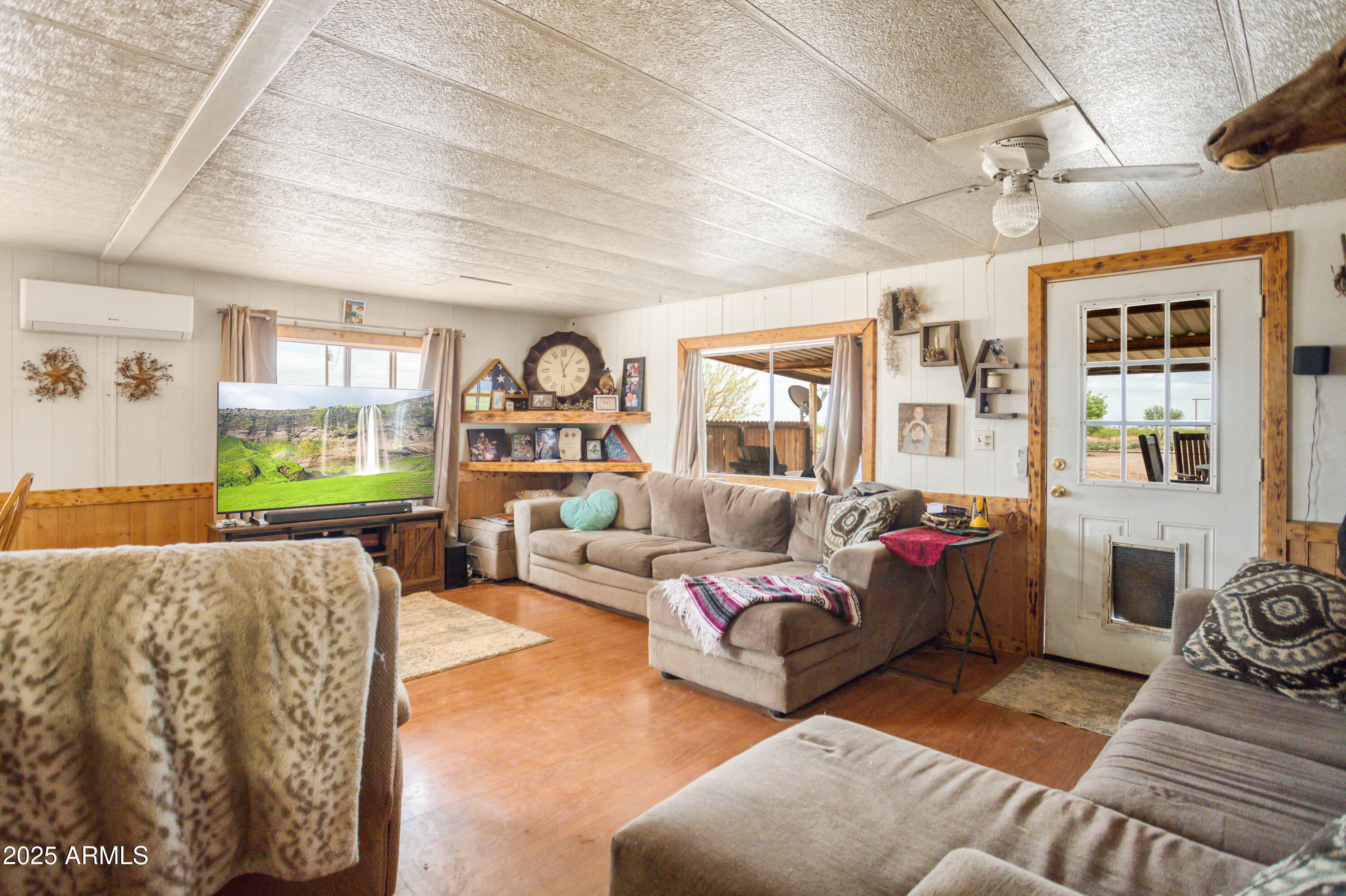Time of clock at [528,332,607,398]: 12:58
